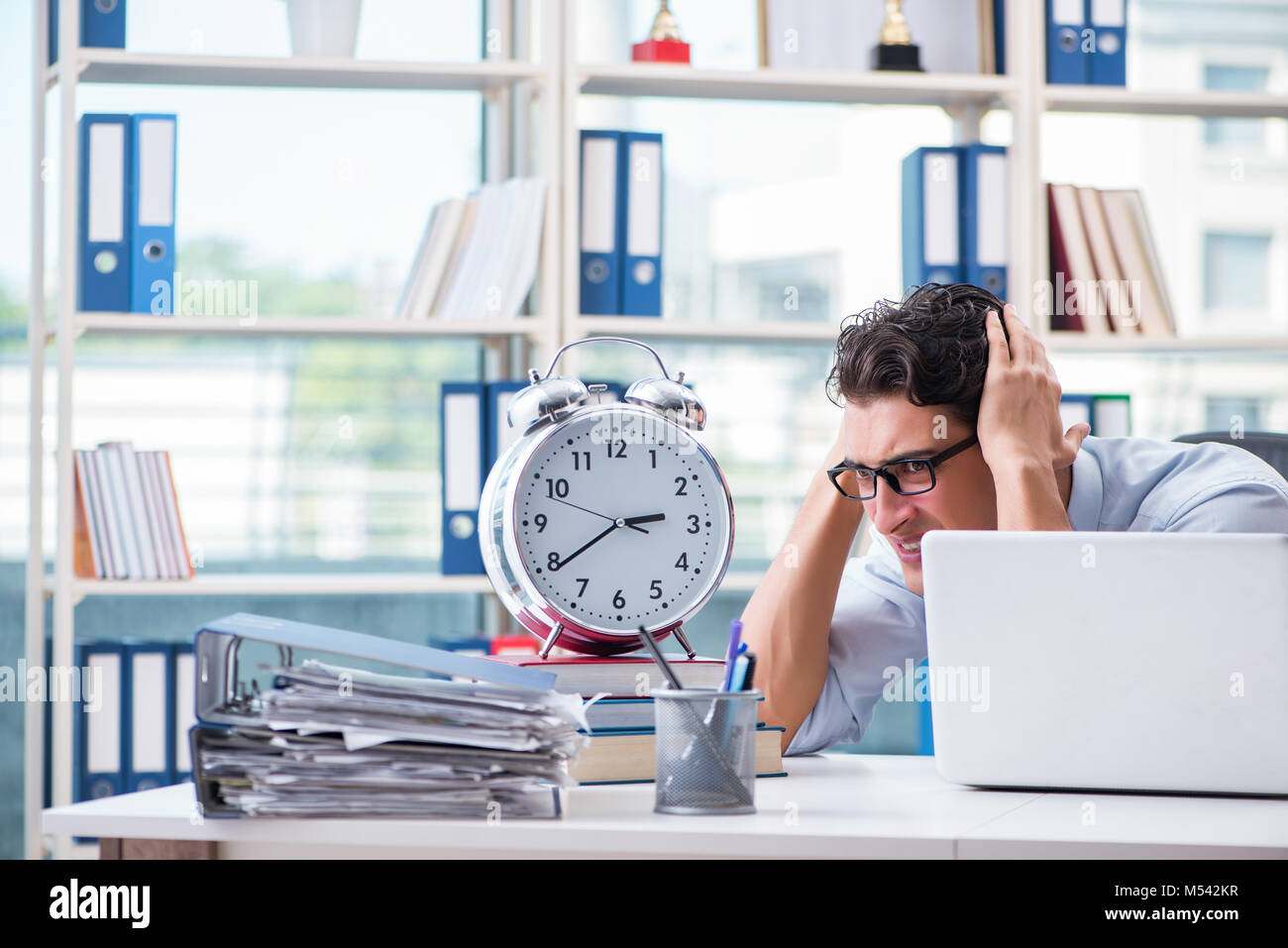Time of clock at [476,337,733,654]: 2:39
